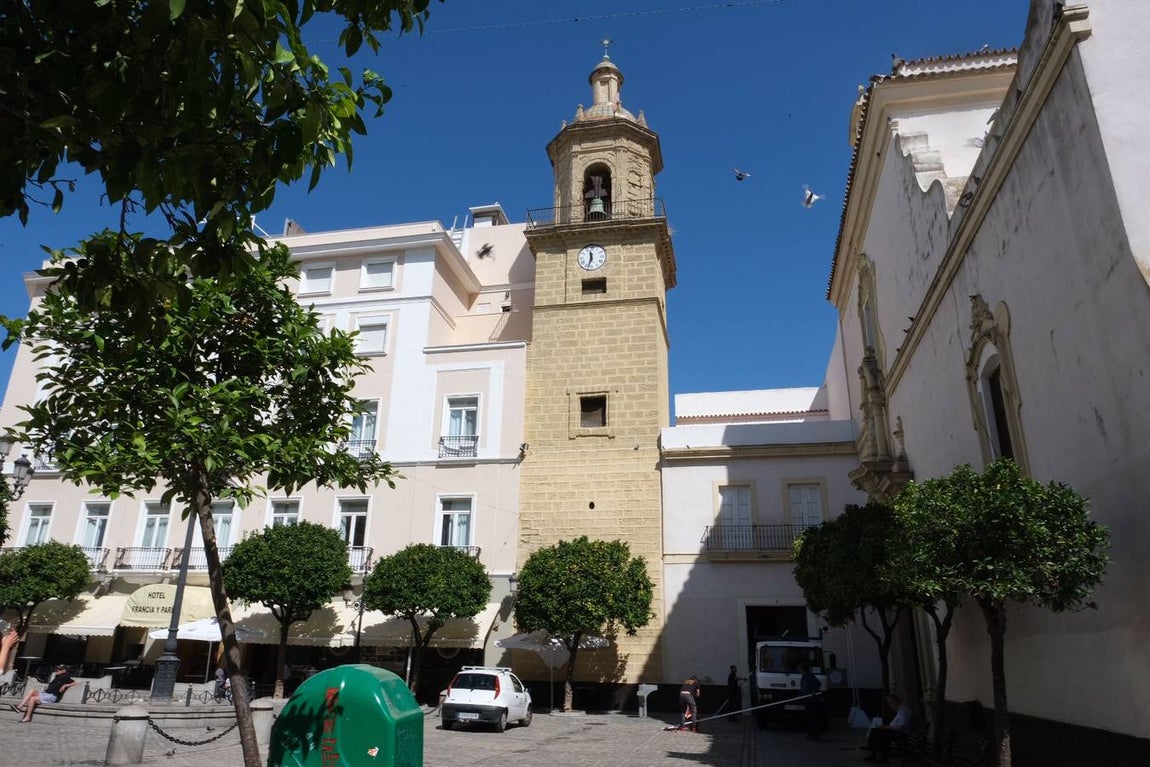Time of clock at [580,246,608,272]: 11:32
